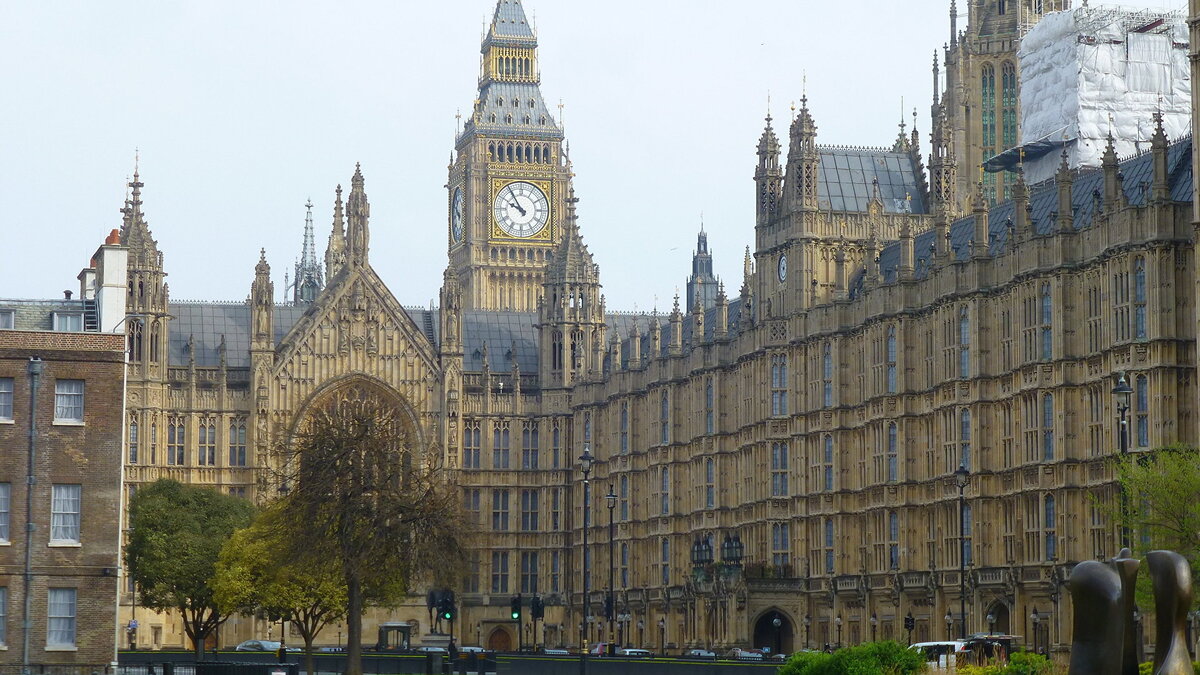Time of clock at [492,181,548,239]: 9:54
